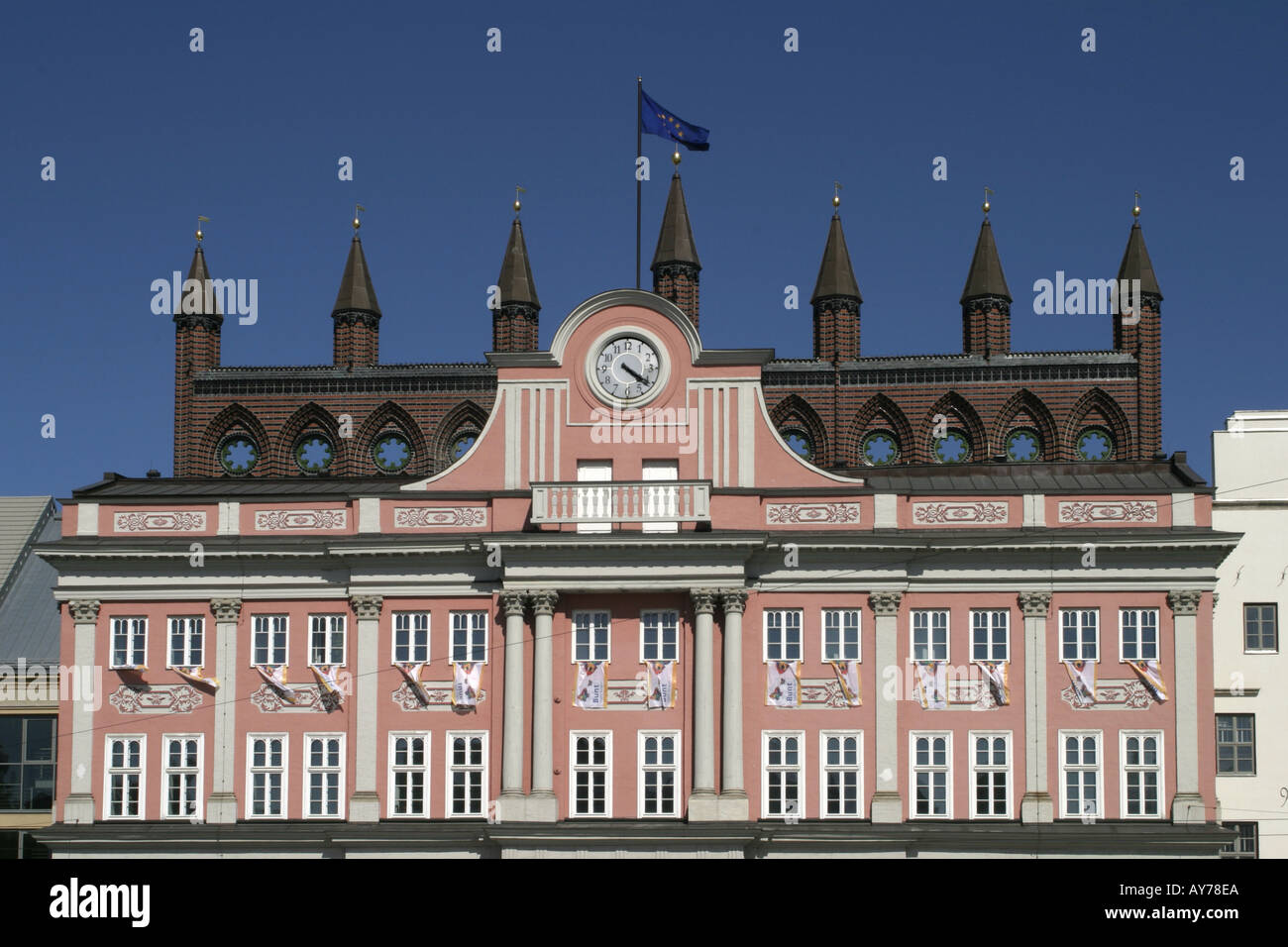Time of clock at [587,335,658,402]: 4:20
